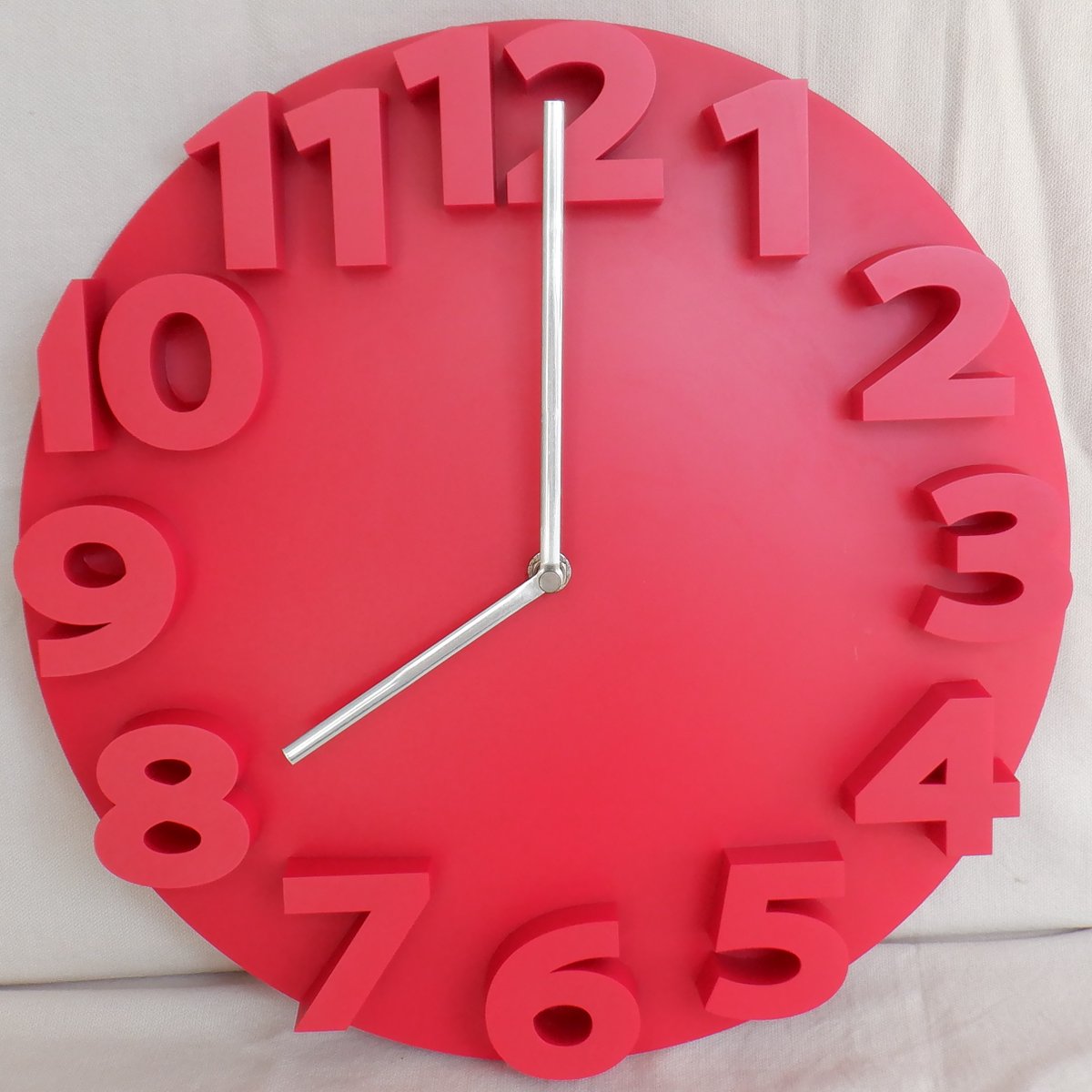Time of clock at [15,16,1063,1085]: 8:00
